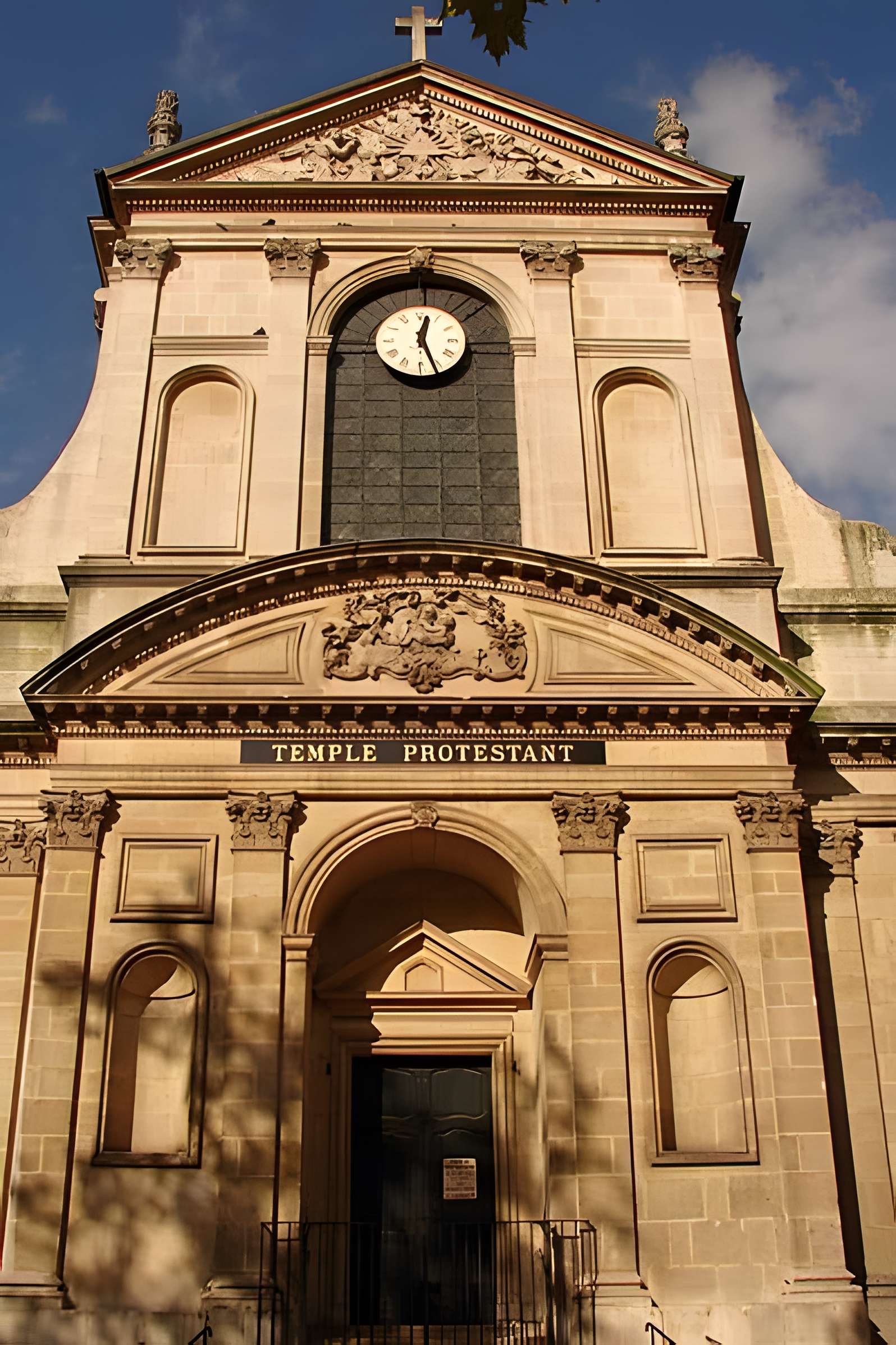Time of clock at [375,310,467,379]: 12:26
